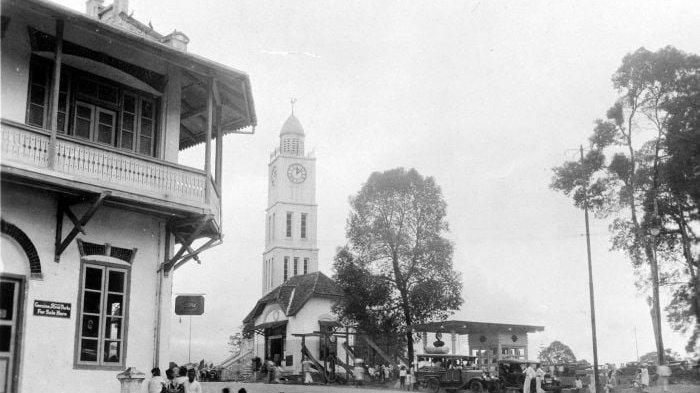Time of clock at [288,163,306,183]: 12:07
